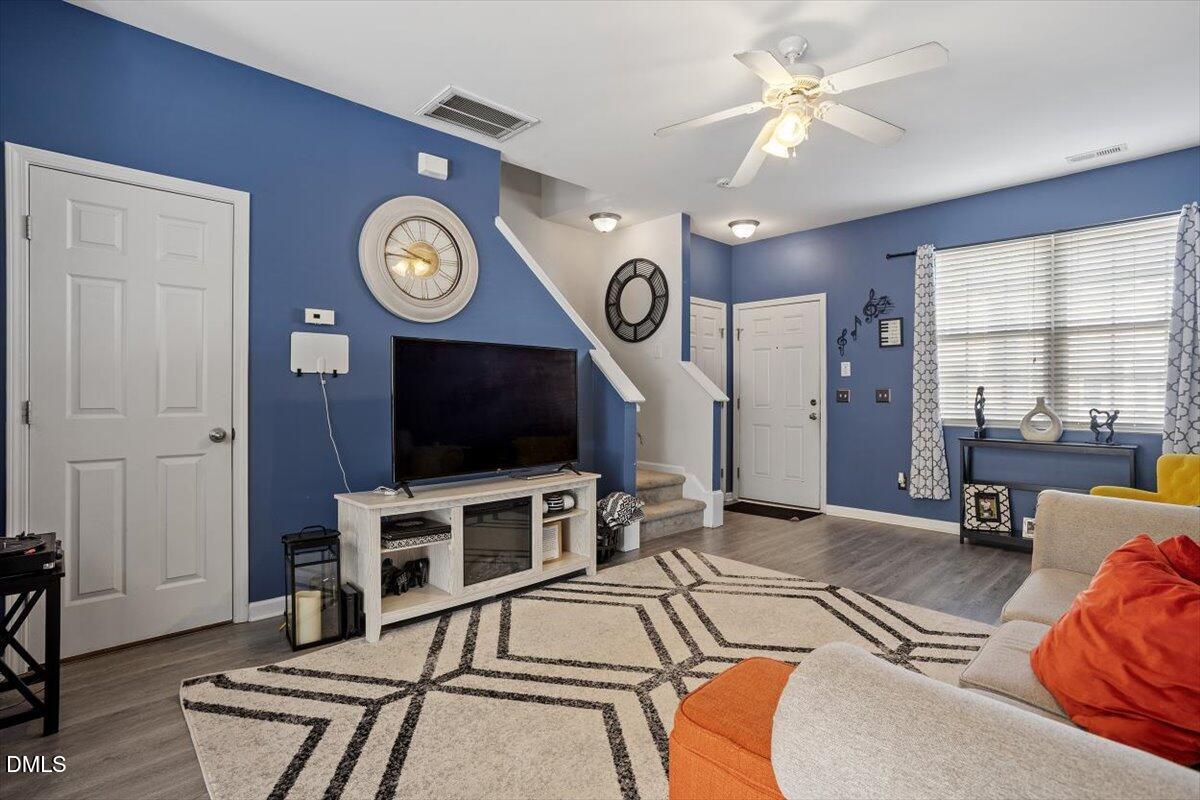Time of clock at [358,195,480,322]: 9:45
